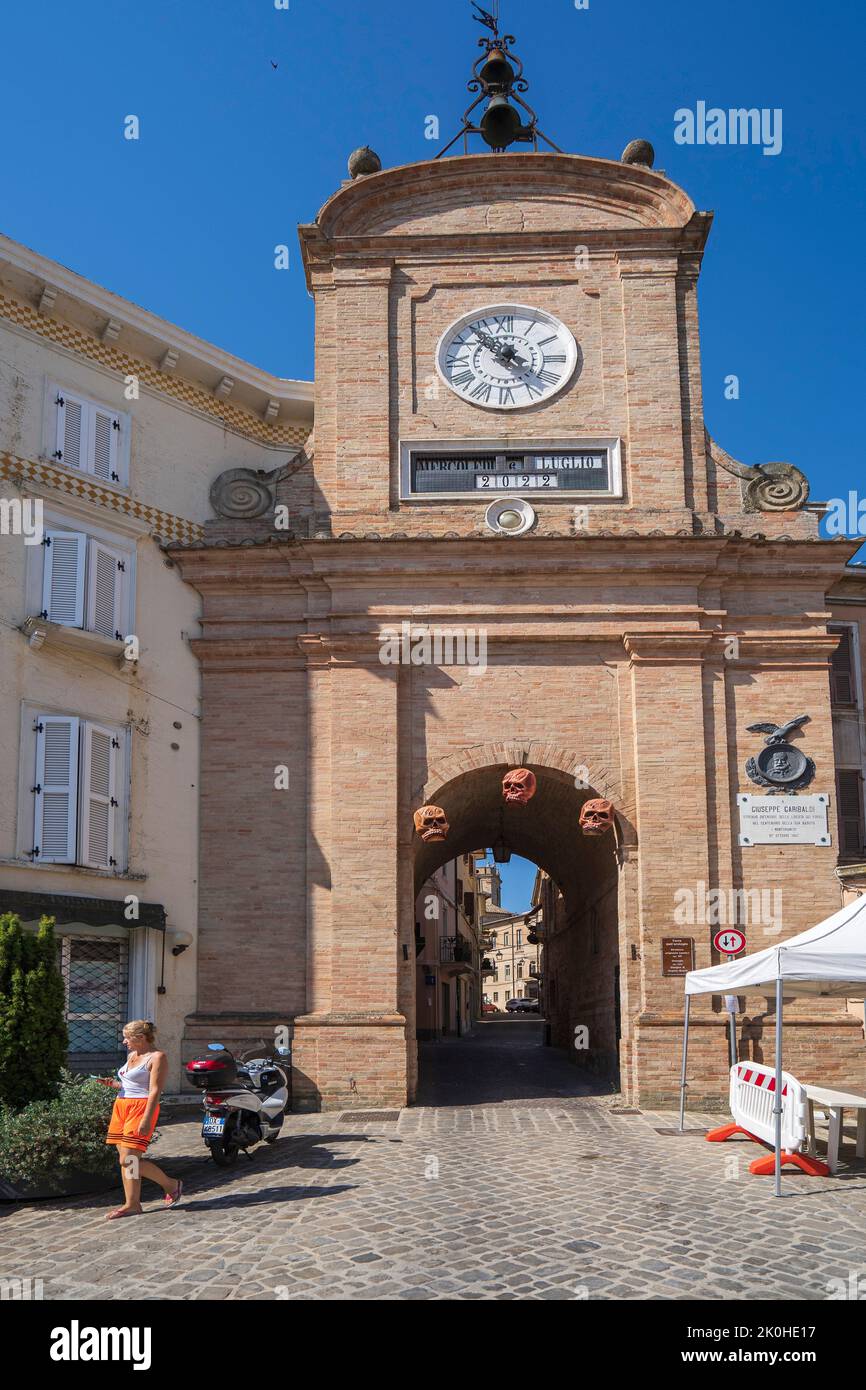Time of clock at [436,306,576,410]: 3:53
